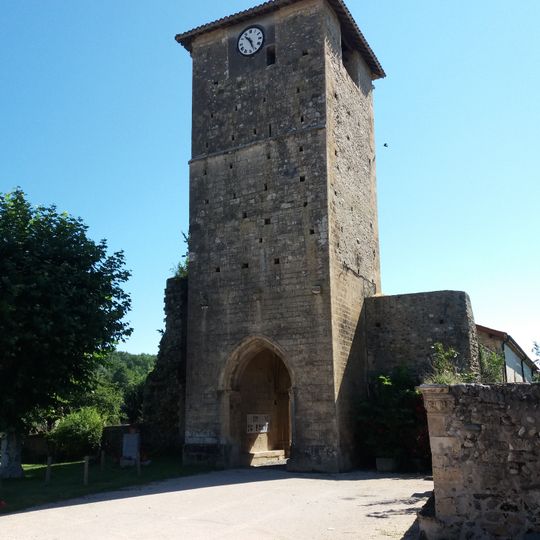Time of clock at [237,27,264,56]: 10:26
